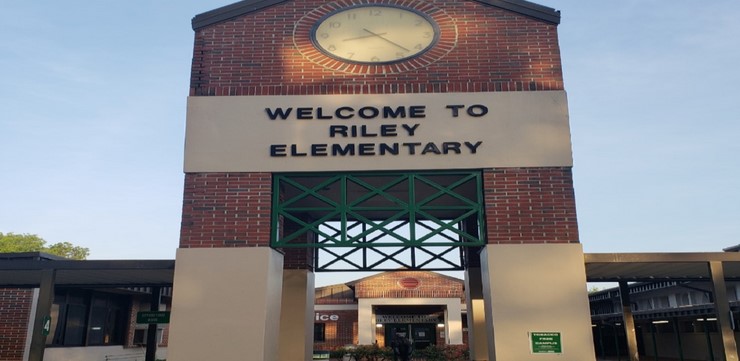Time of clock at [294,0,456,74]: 8:22
